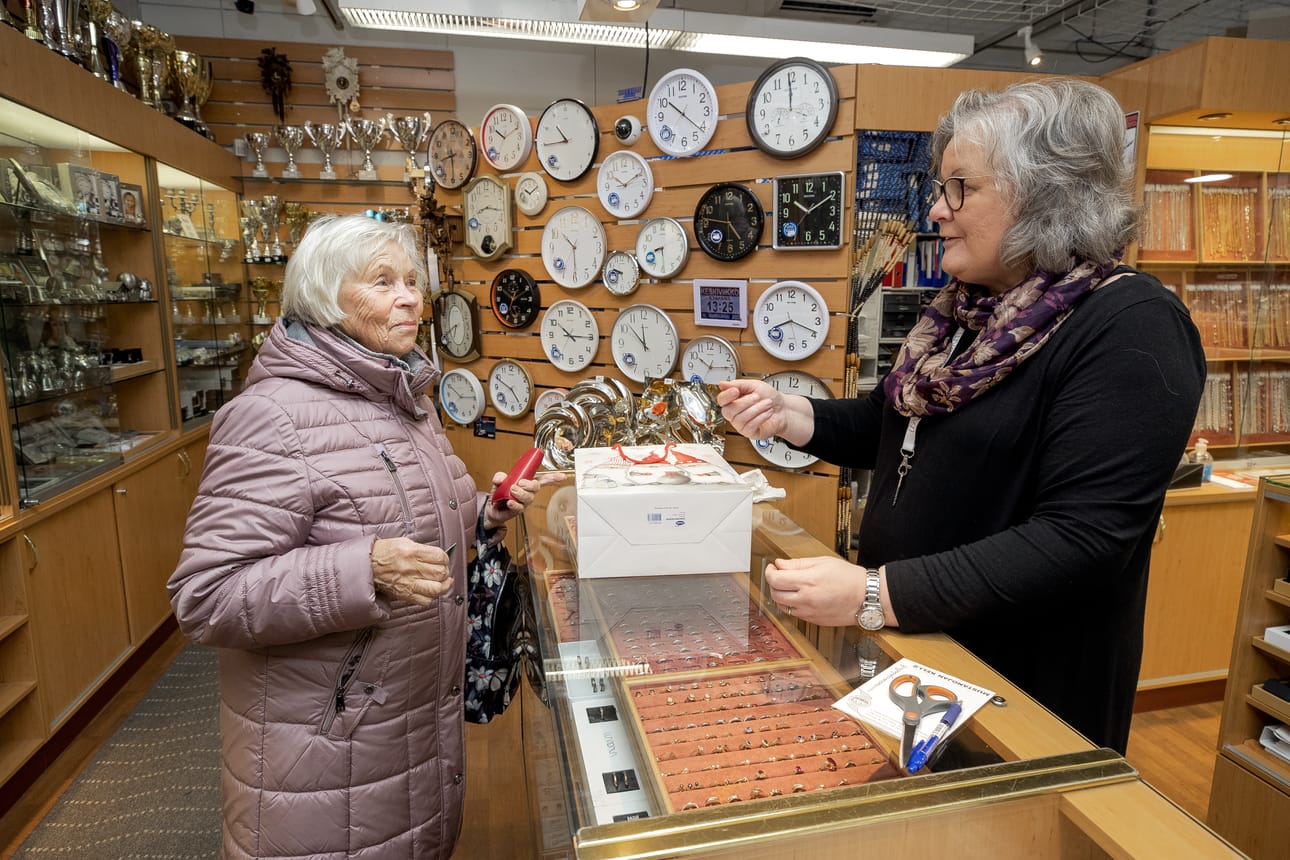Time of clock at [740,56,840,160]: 11:59
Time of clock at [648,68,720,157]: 10:21
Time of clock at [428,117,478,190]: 8:29
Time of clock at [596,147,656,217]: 10:10
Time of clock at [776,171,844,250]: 10:09
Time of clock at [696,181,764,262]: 4:46
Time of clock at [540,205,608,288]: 10:29
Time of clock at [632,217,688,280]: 8:29
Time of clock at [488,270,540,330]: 10:10
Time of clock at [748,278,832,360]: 8:18
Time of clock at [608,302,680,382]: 11:52
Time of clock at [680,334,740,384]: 10:14
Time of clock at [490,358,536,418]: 4:49
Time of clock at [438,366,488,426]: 10:14
